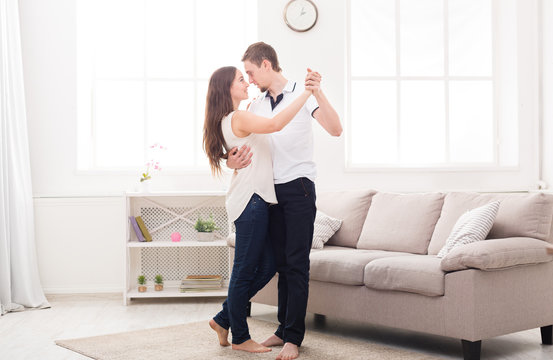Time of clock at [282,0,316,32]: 12:37
